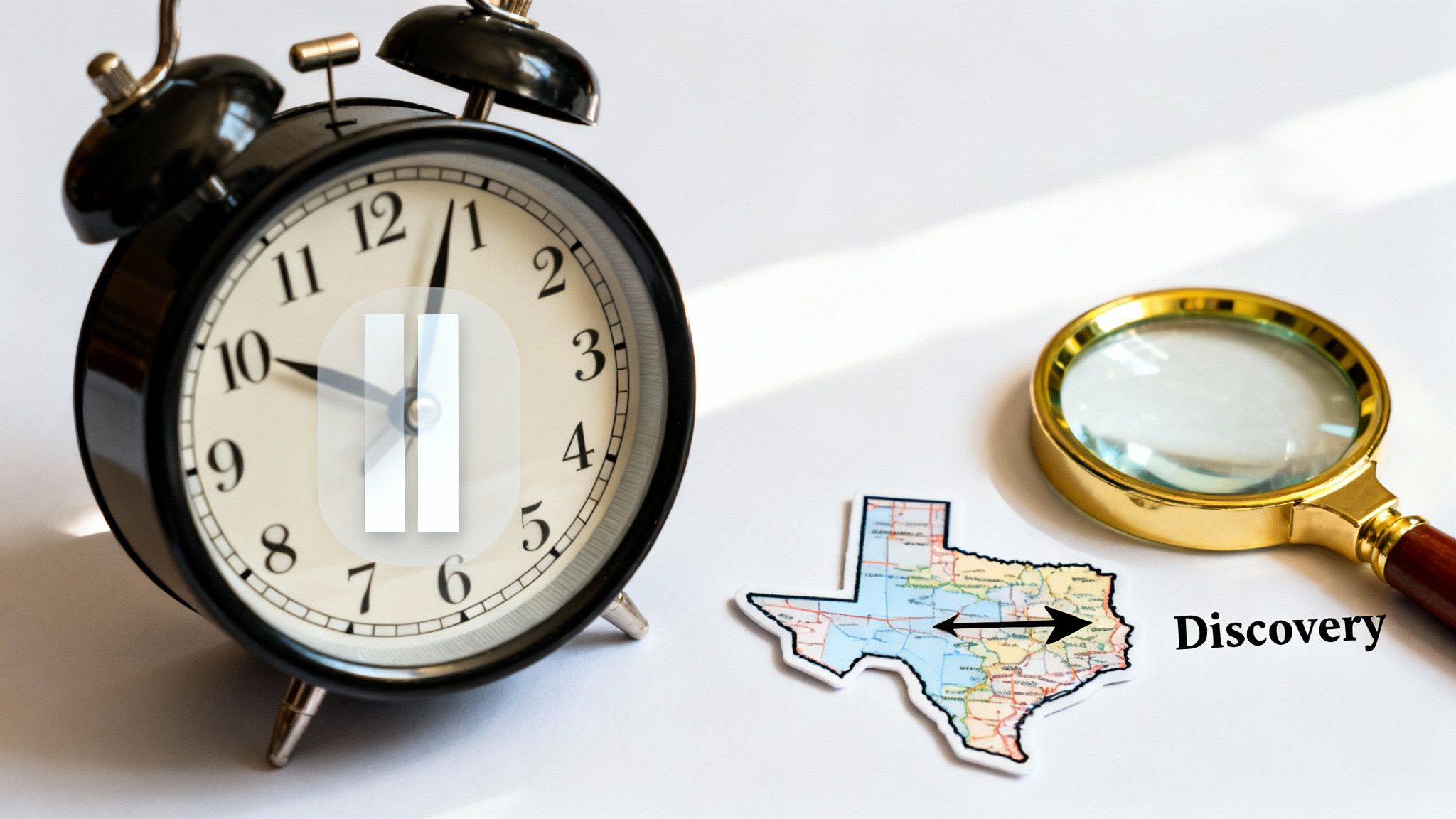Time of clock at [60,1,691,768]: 10:03
